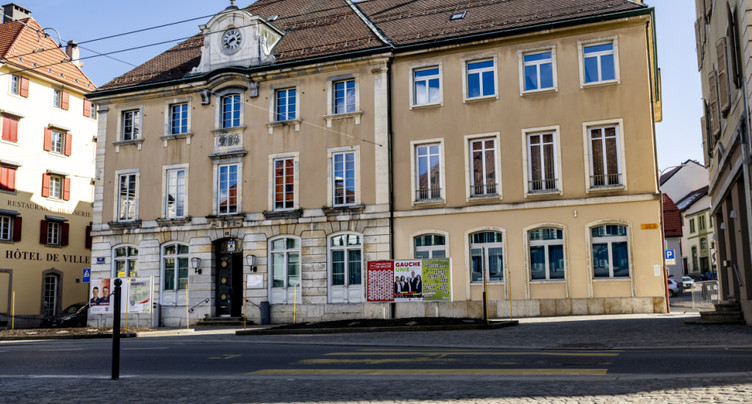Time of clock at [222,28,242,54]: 2:38
